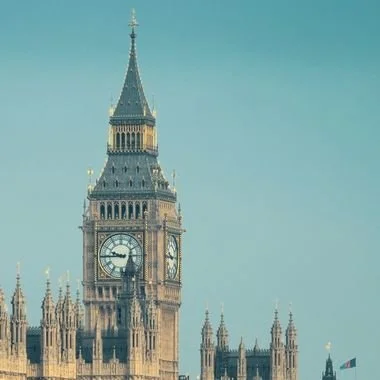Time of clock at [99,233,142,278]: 9:44
